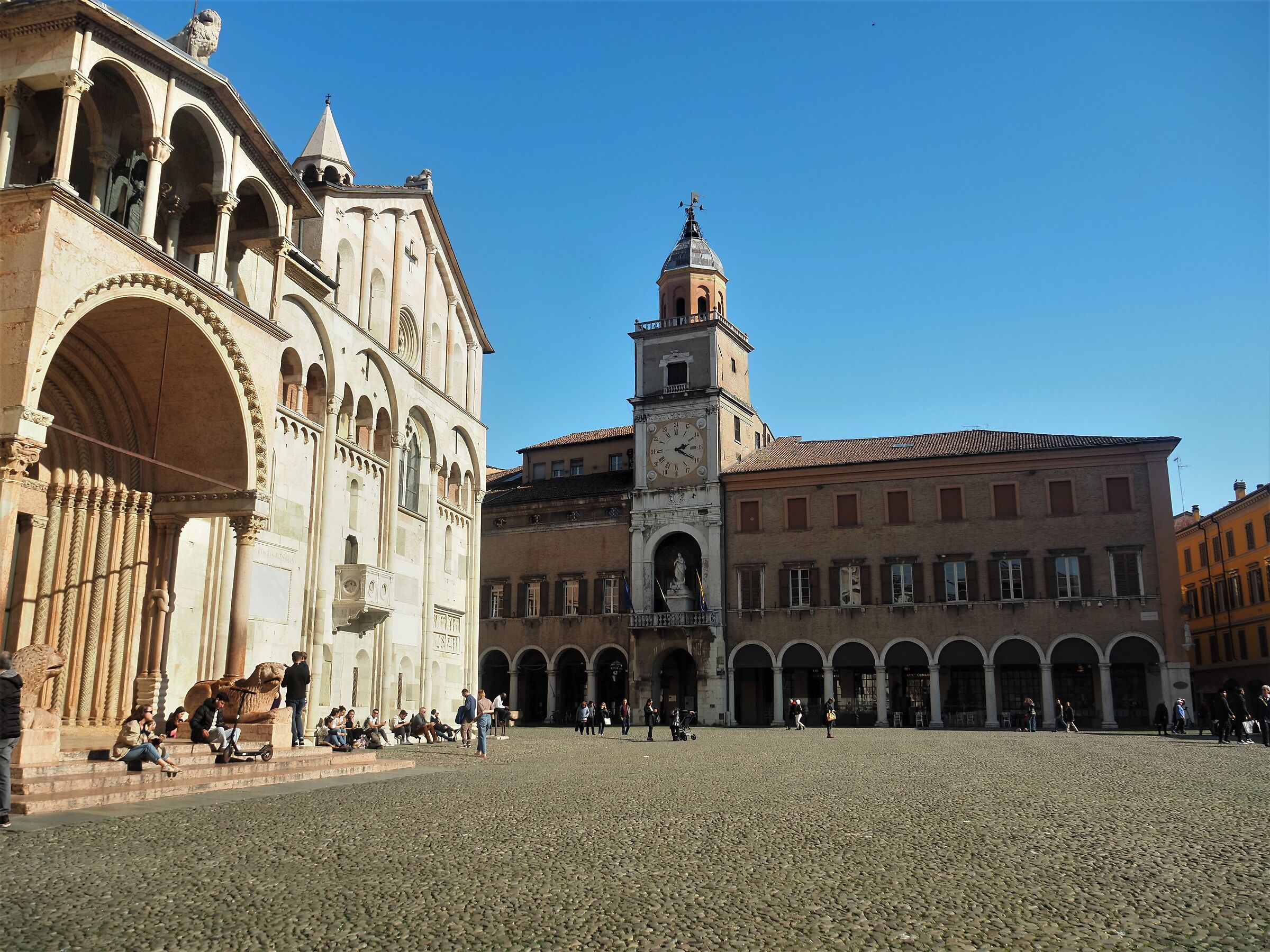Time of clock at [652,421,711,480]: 2:20
